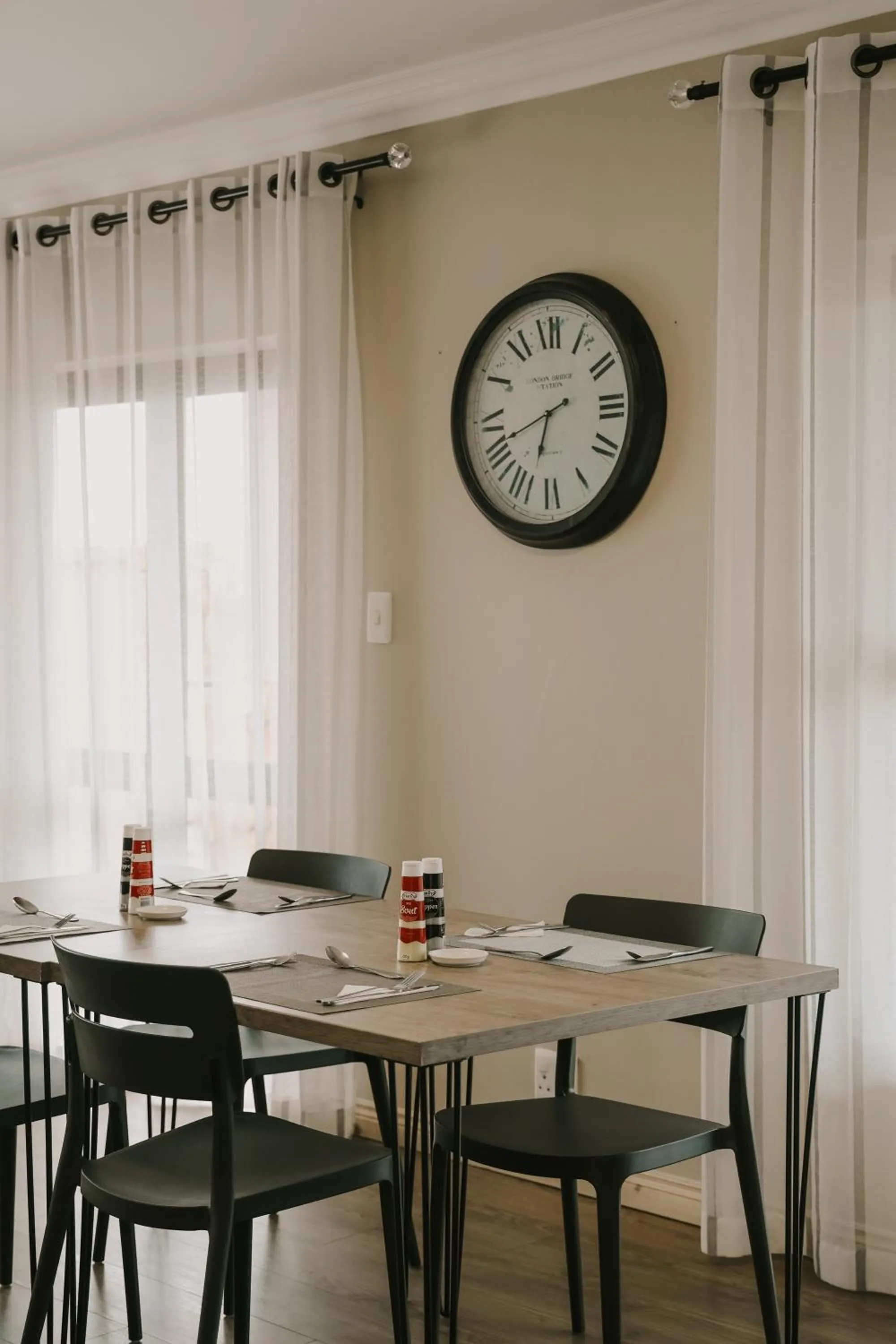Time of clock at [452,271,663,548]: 6:41
